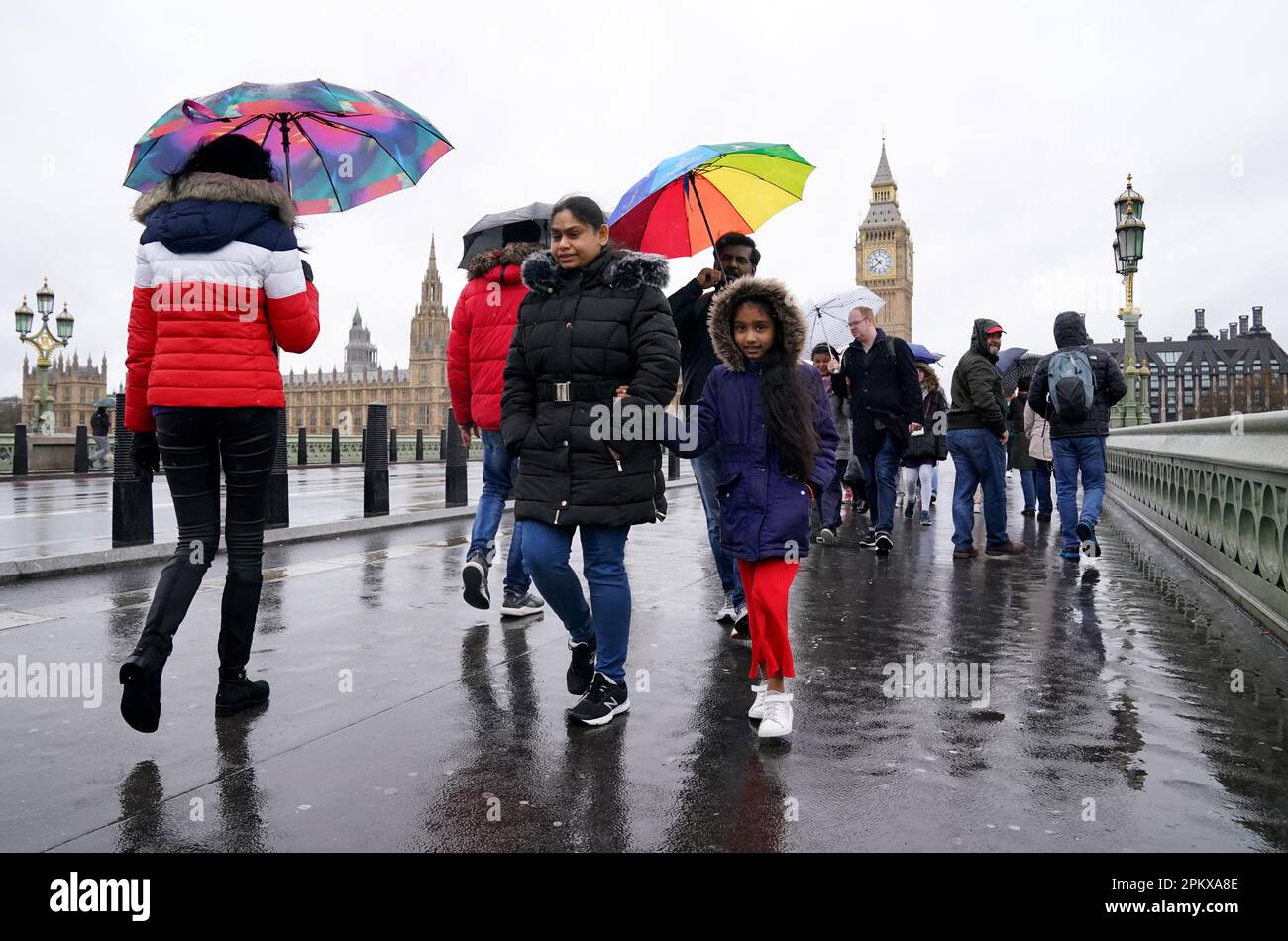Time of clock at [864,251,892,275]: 10:38
